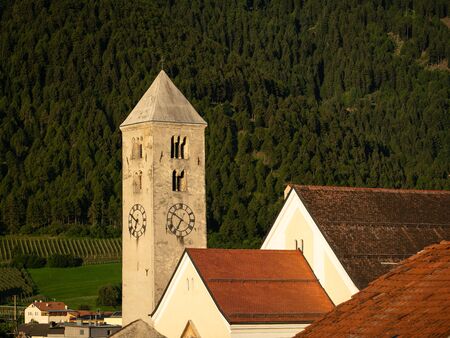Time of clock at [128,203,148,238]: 6:49
